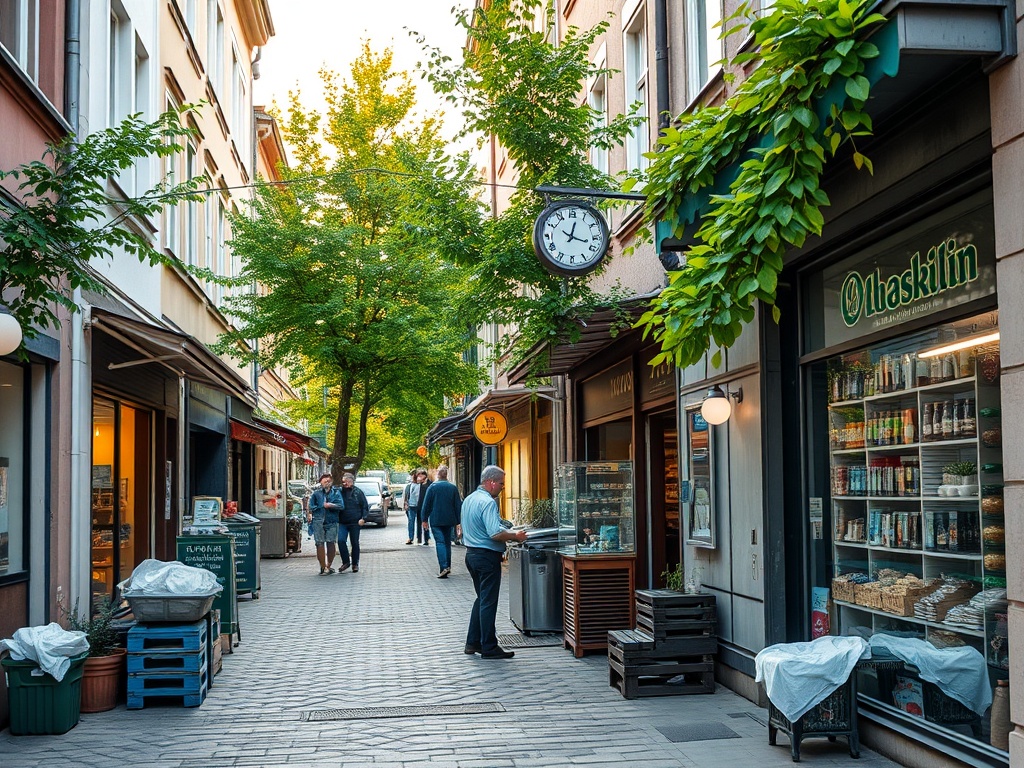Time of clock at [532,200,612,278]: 12:18
